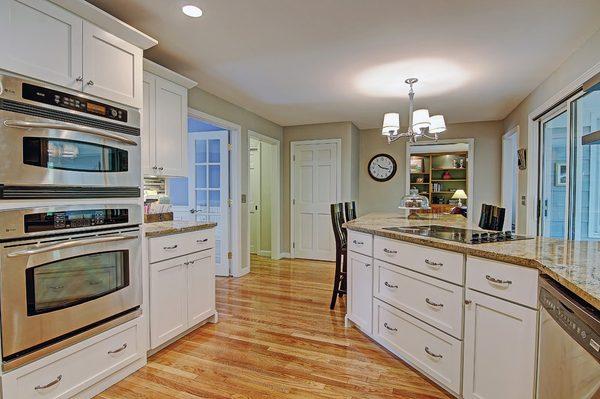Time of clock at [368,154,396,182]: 10:17
